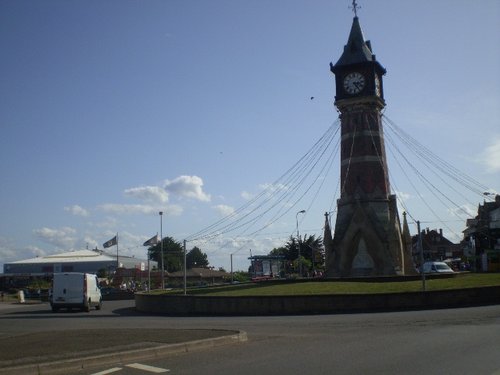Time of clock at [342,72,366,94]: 3:24
